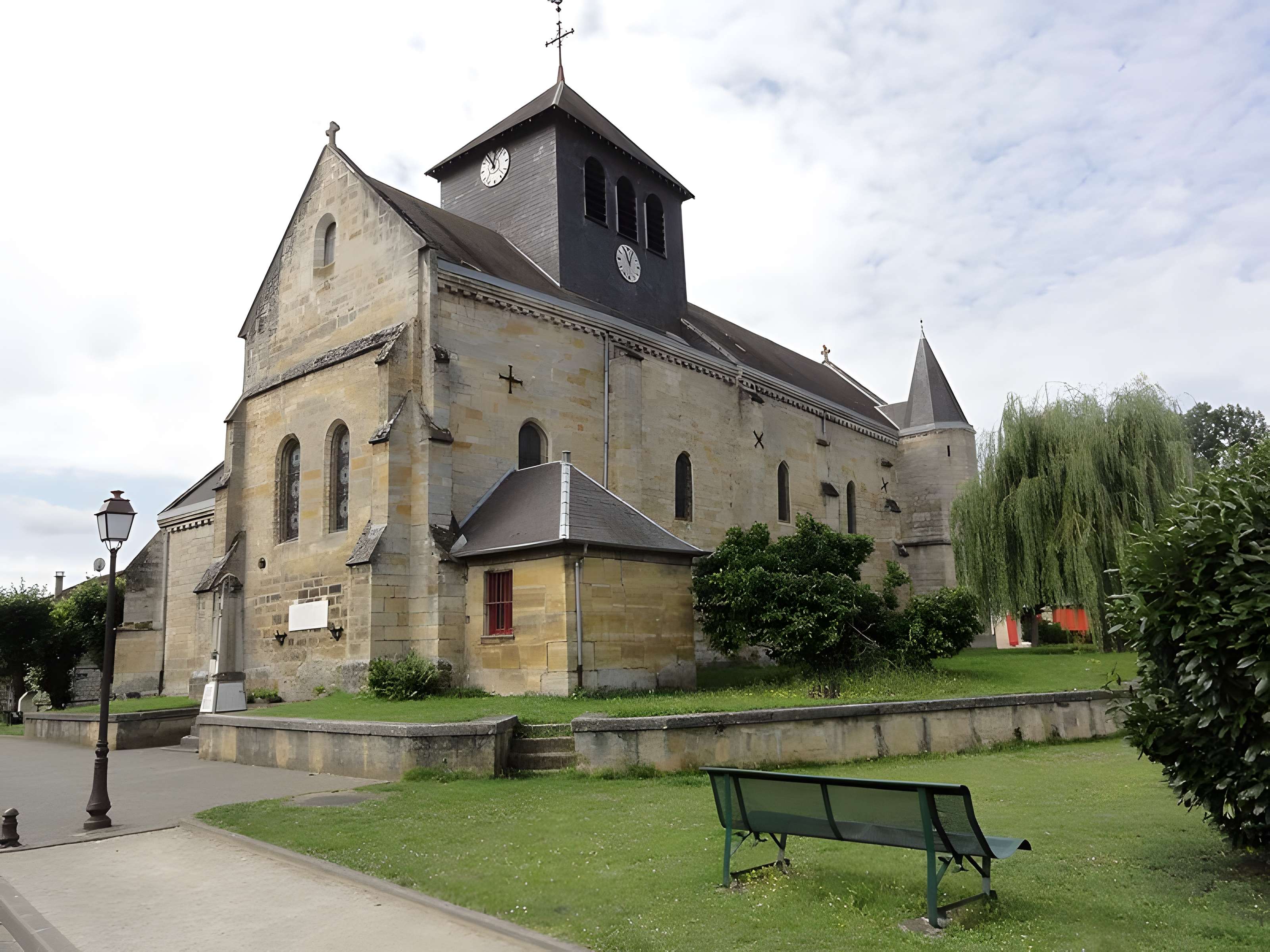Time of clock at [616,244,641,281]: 11:04
